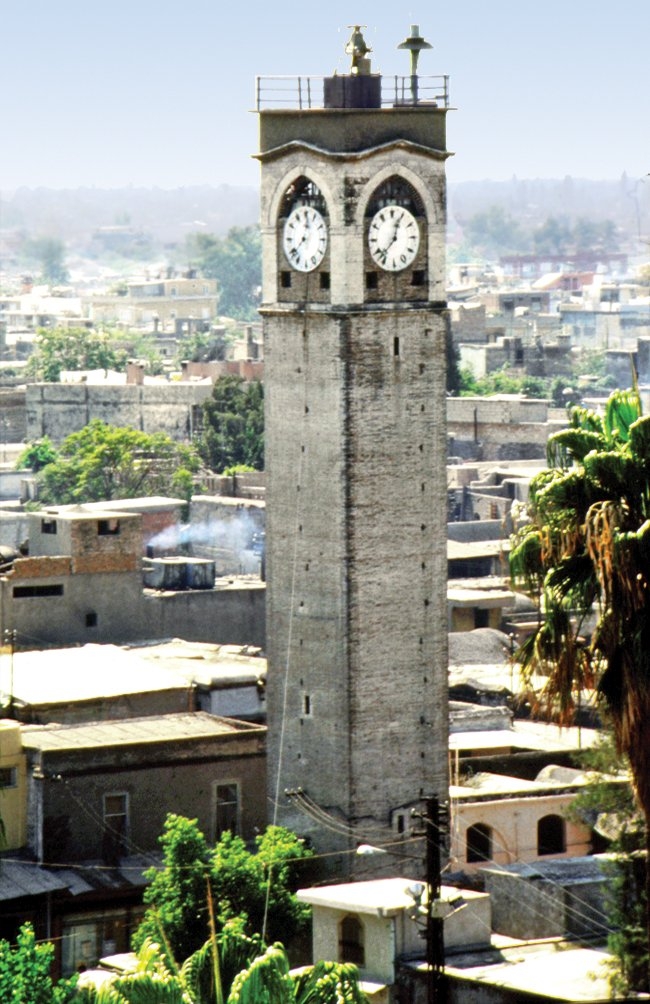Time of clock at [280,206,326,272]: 12:37
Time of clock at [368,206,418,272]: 12:37
